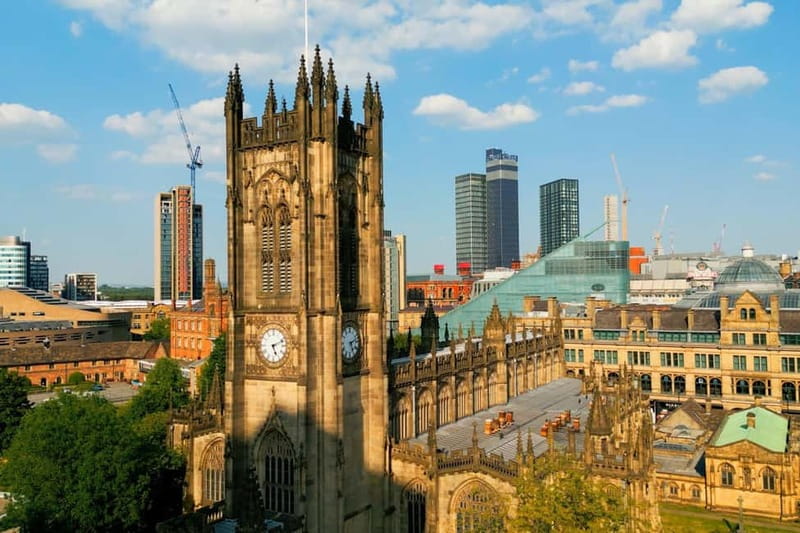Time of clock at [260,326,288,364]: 5:11
